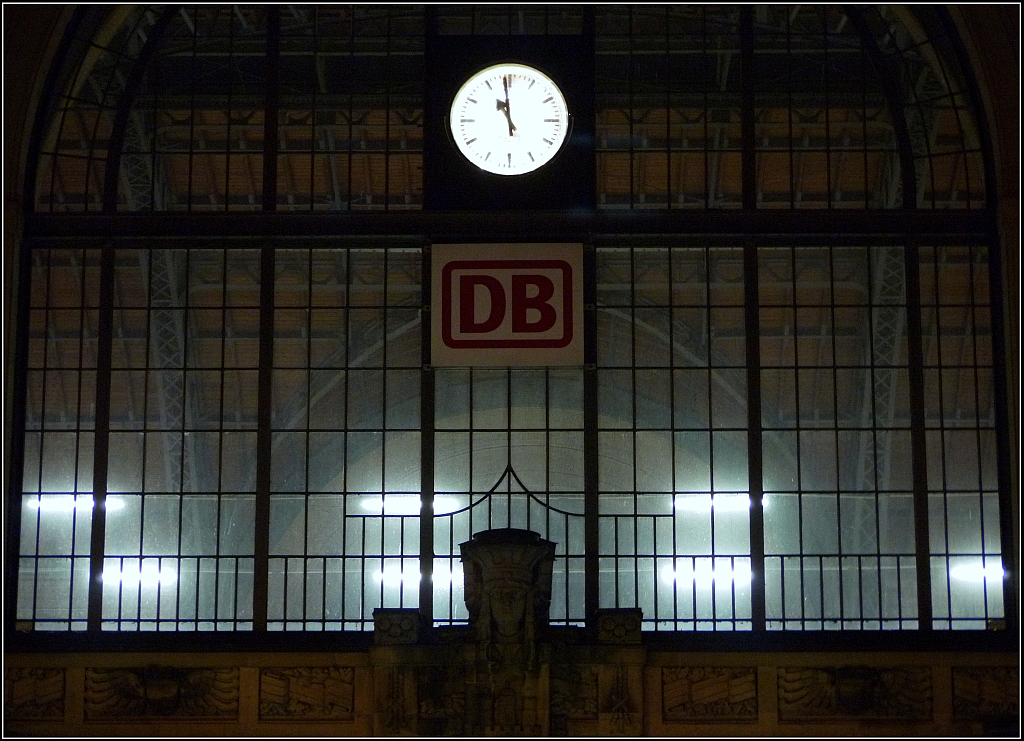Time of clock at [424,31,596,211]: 10:58
